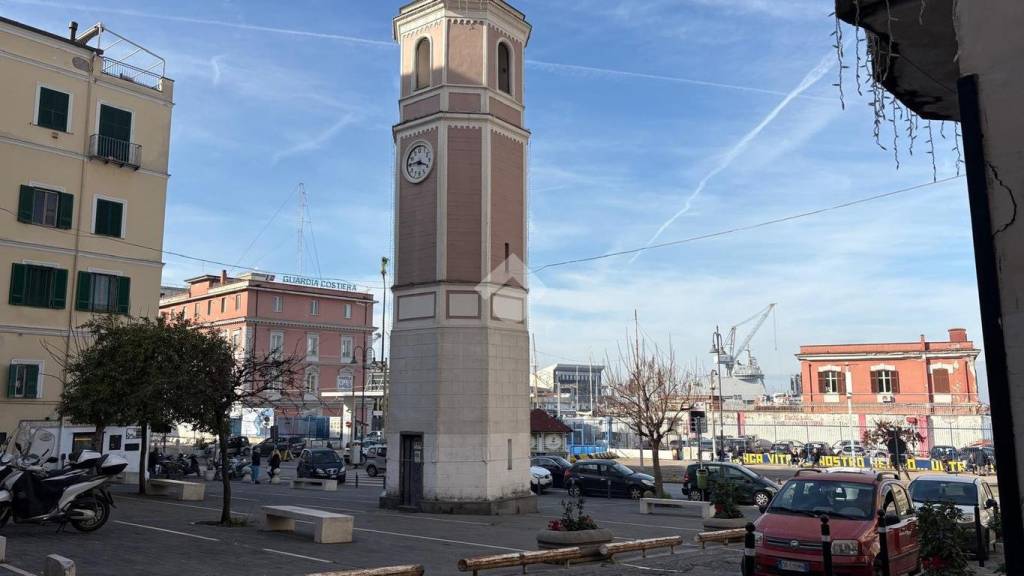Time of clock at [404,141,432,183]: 3:45
